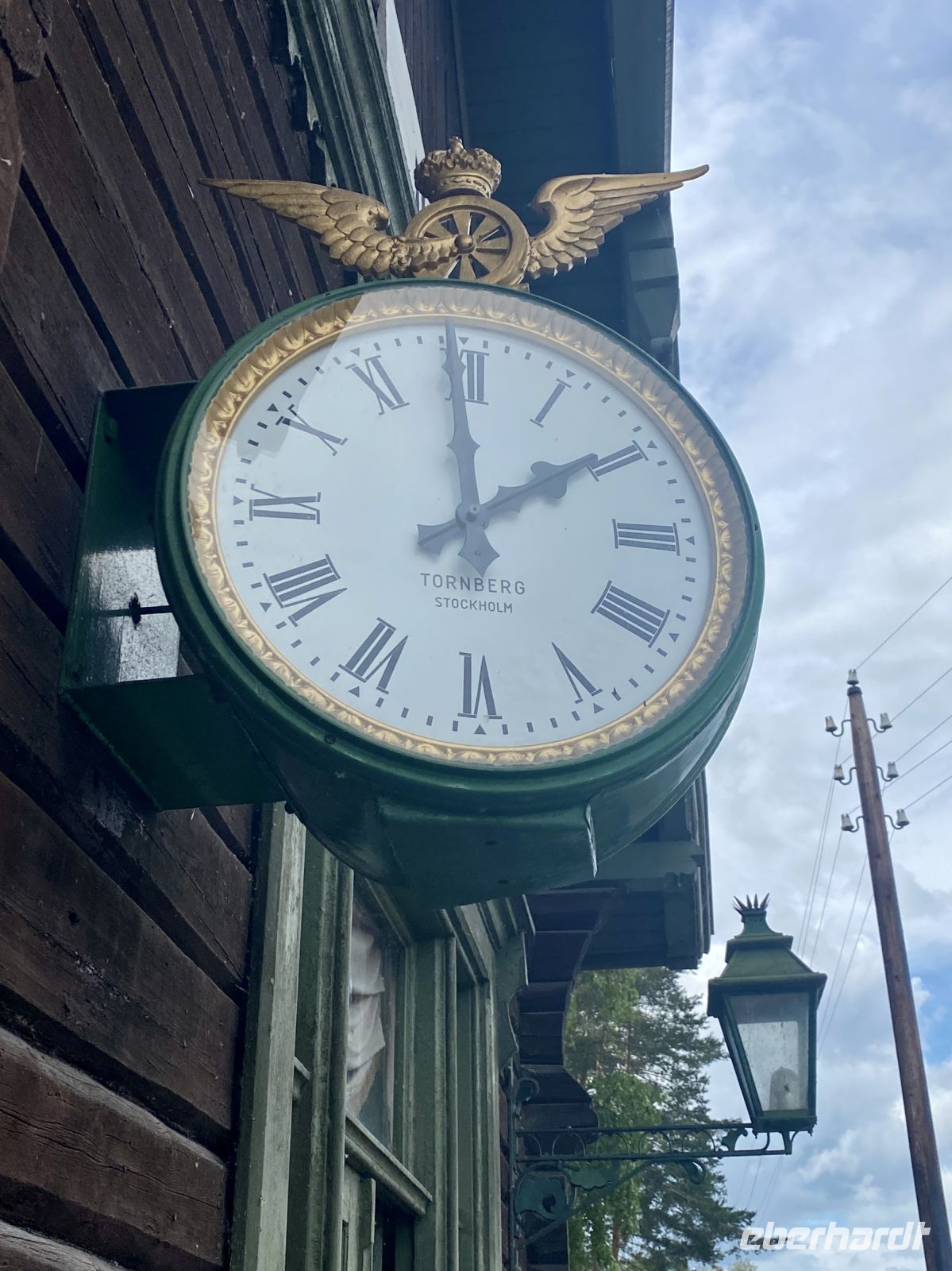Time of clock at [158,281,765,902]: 1:59
